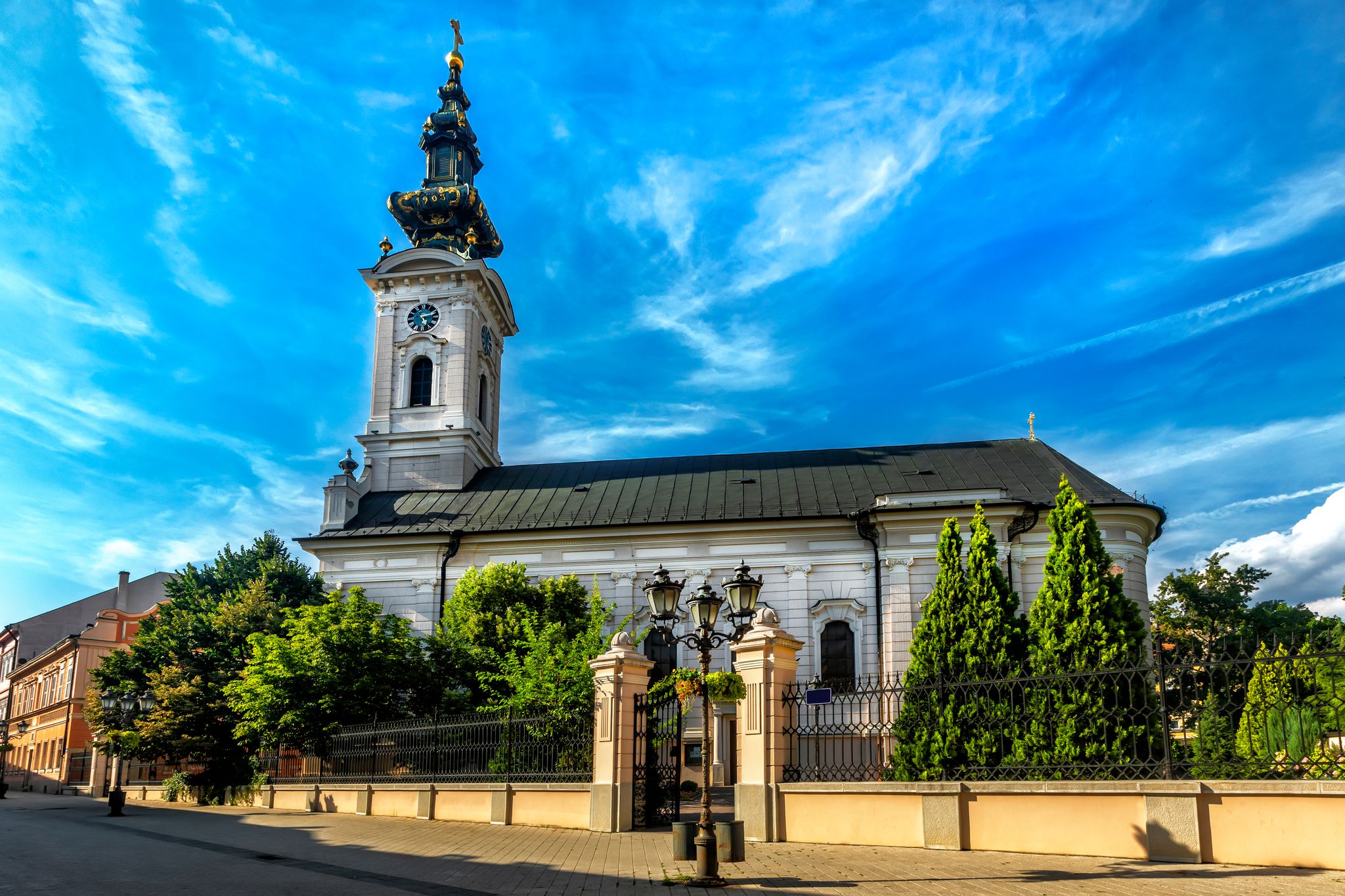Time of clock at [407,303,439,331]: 5:12
